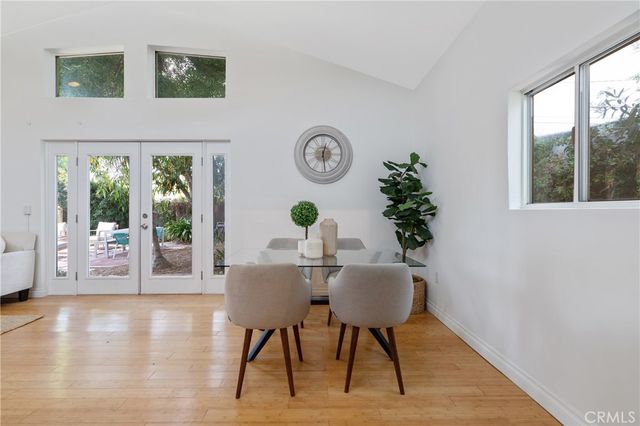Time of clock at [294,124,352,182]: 12:28
